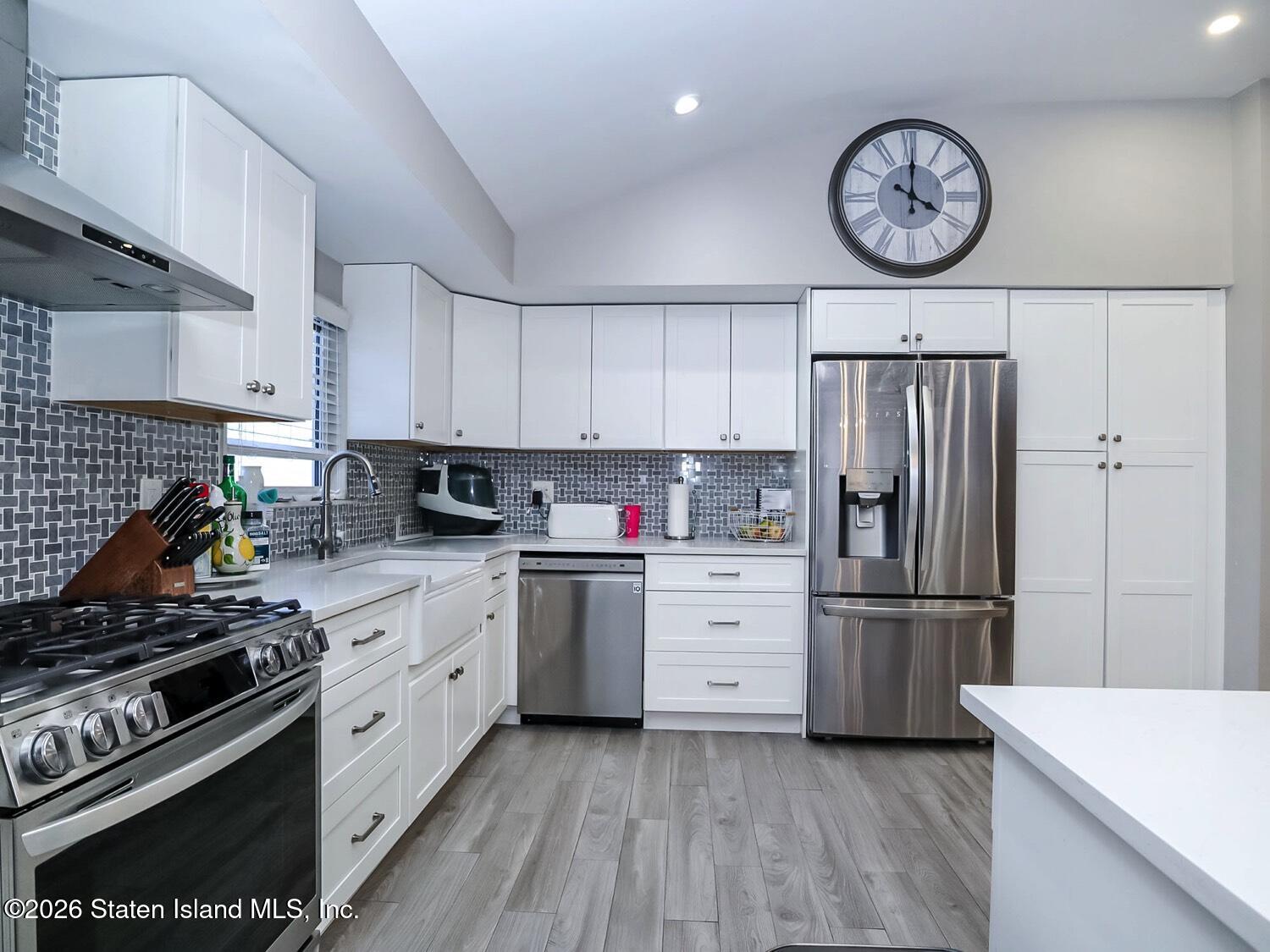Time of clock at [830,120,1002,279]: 4:00
